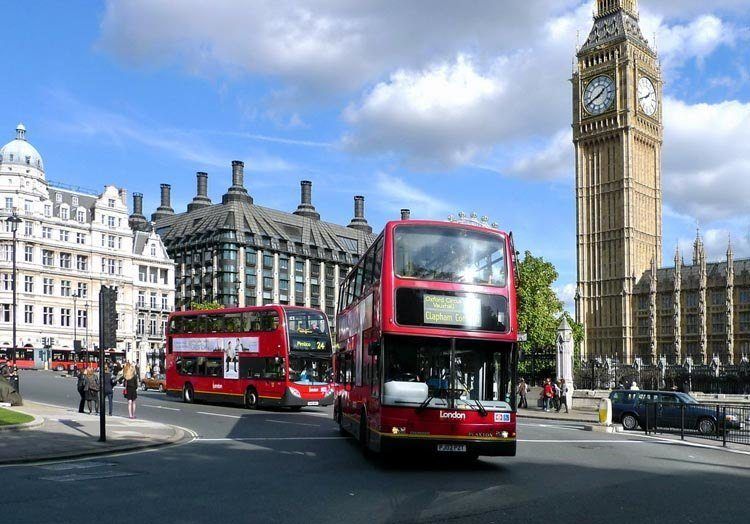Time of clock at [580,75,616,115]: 1:41
